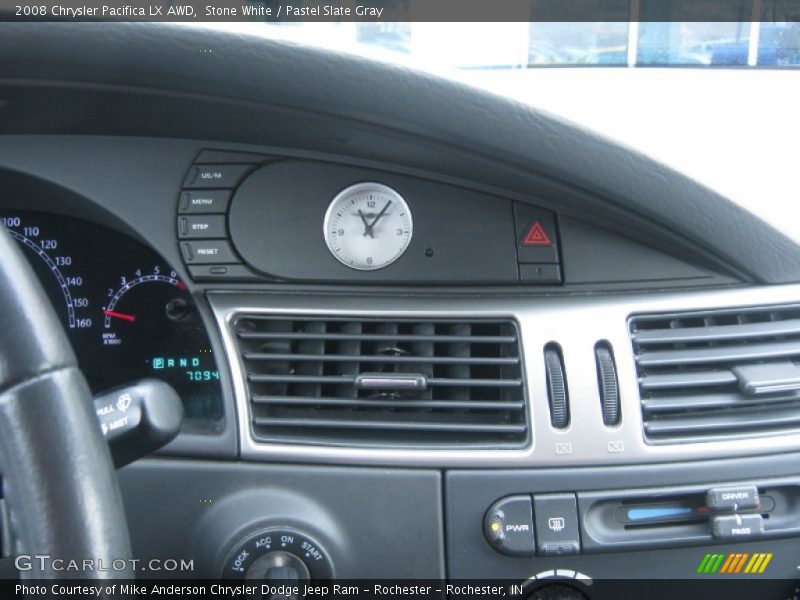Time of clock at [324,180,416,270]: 11:05
